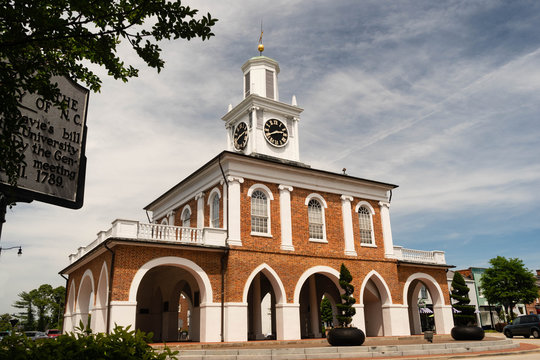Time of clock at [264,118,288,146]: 2:40
